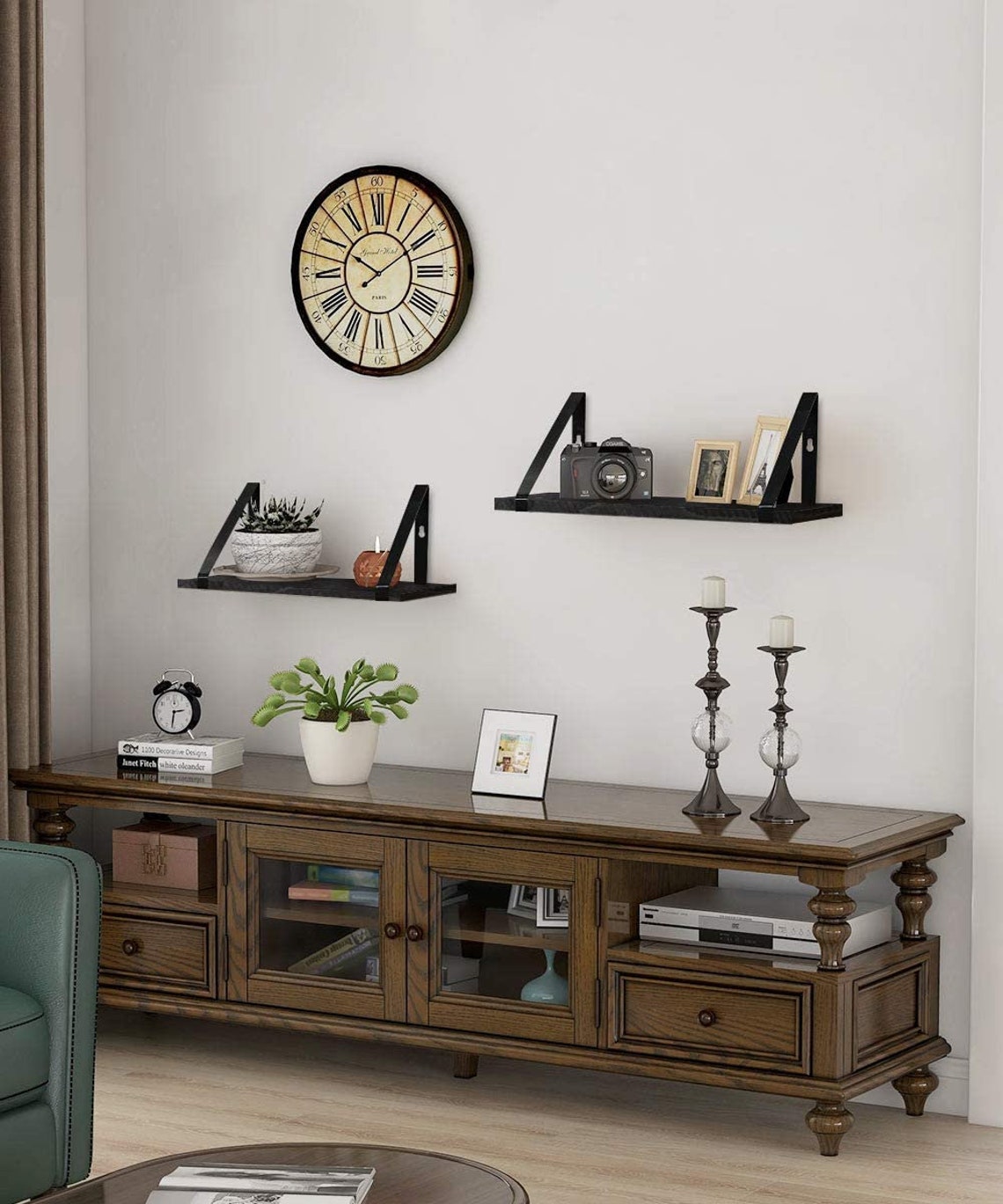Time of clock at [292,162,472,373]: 10:09
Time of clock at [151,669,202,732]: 2:31
